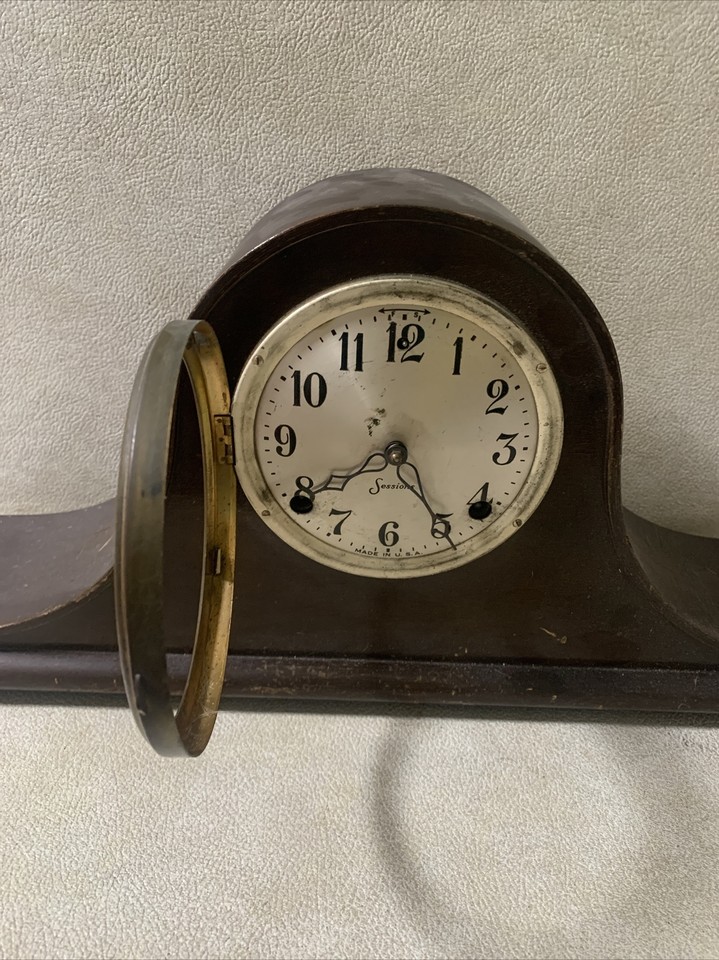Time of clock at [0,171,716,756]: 4:39
